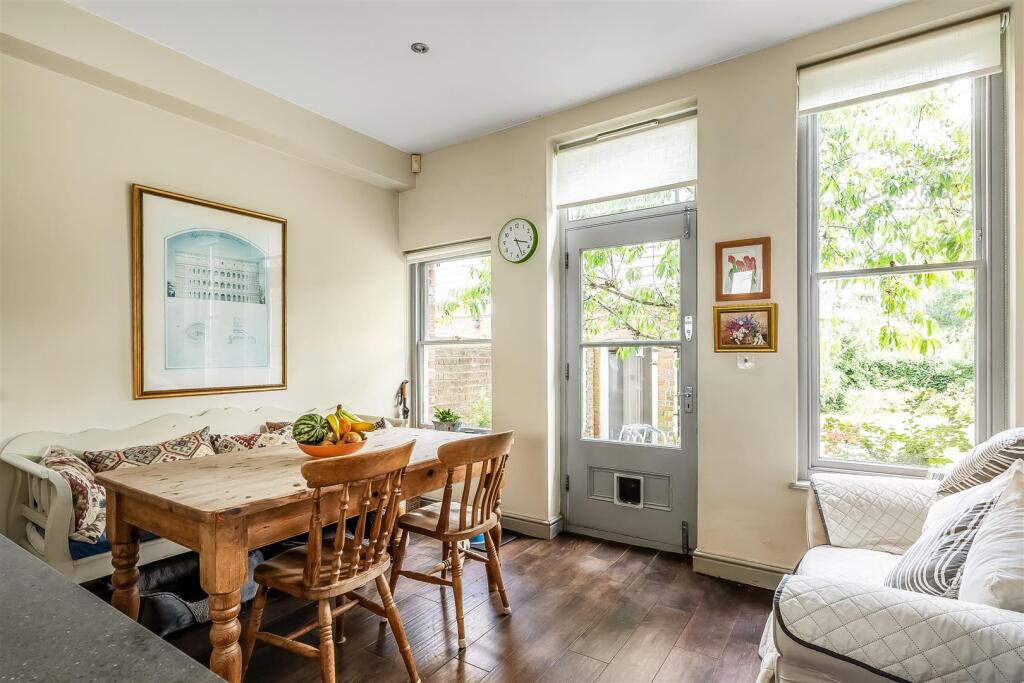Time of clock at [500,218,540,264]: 3:26
